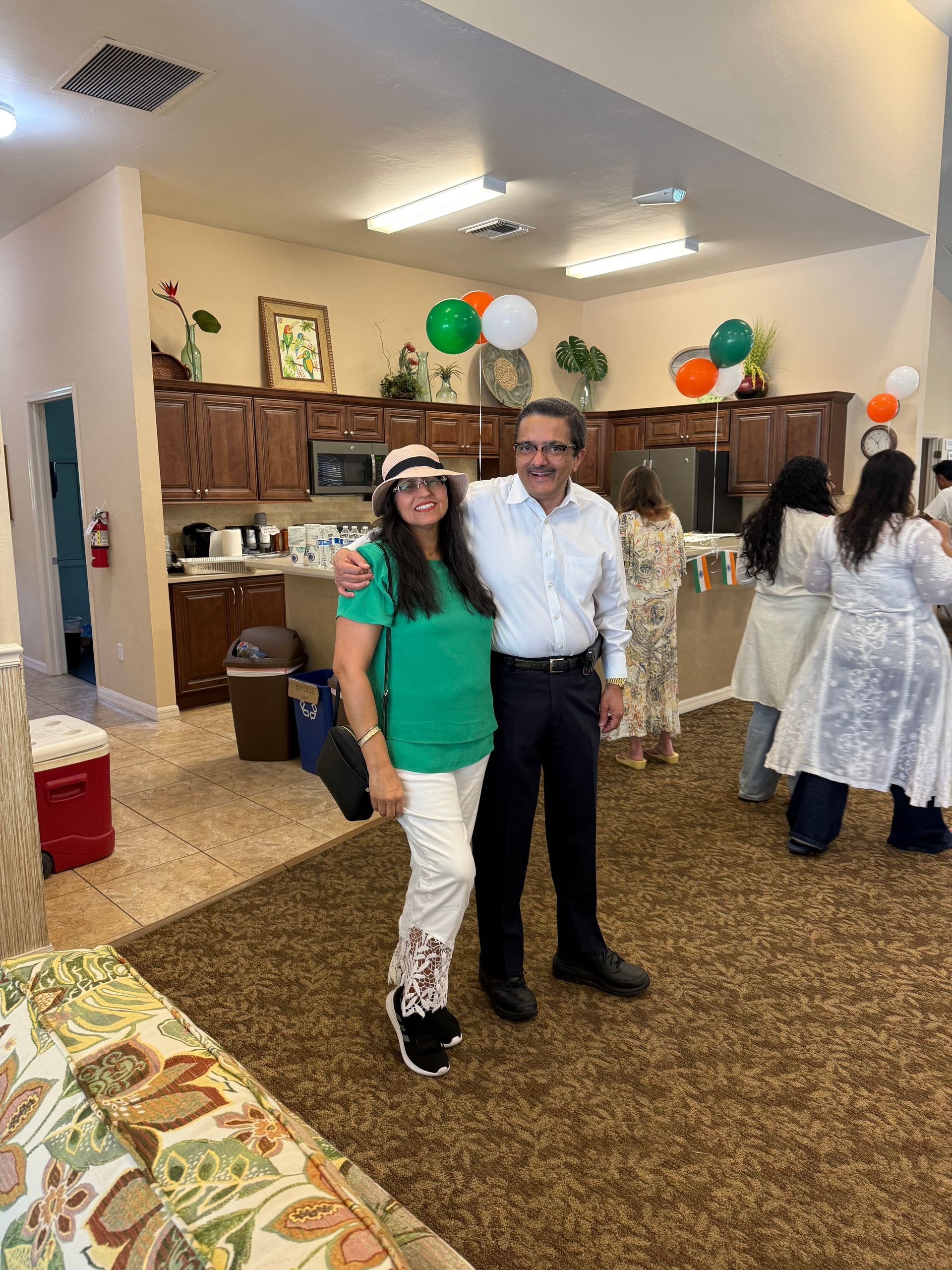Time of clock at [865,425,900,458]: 12:52
